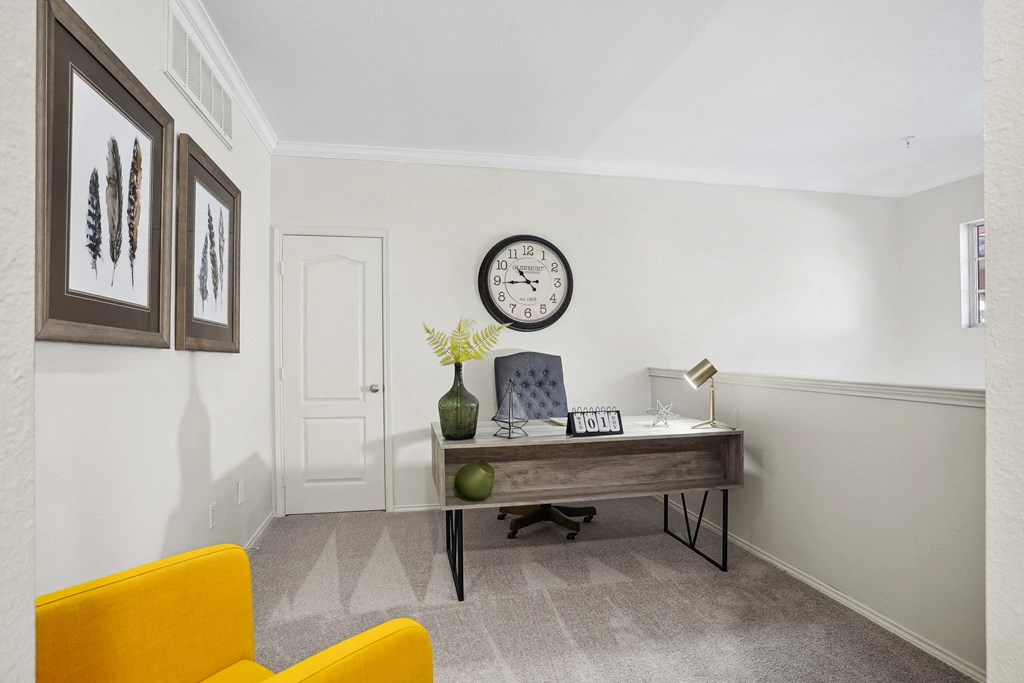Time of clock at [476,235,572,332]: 10:44
